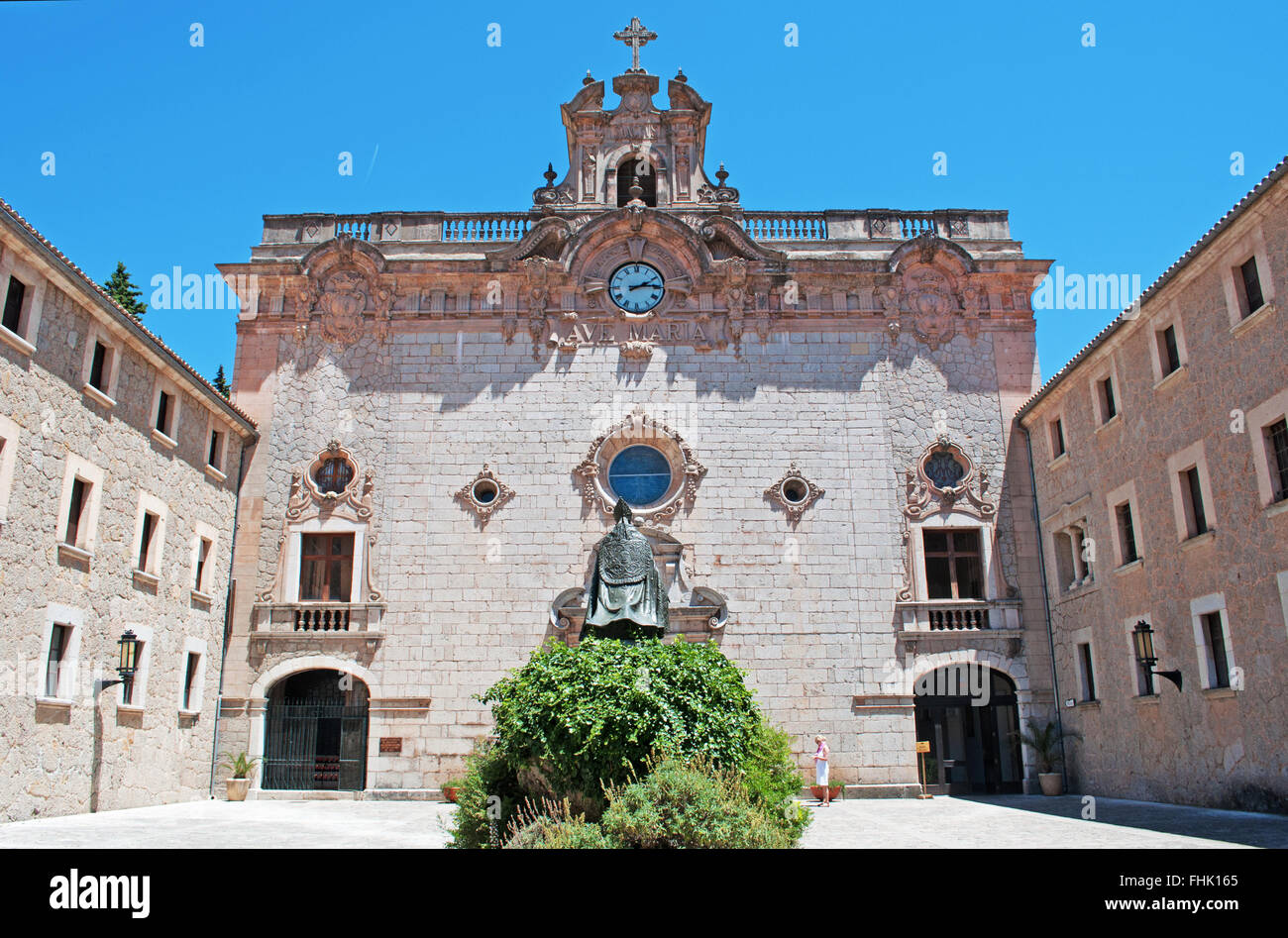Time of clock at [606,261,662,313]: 2:14
